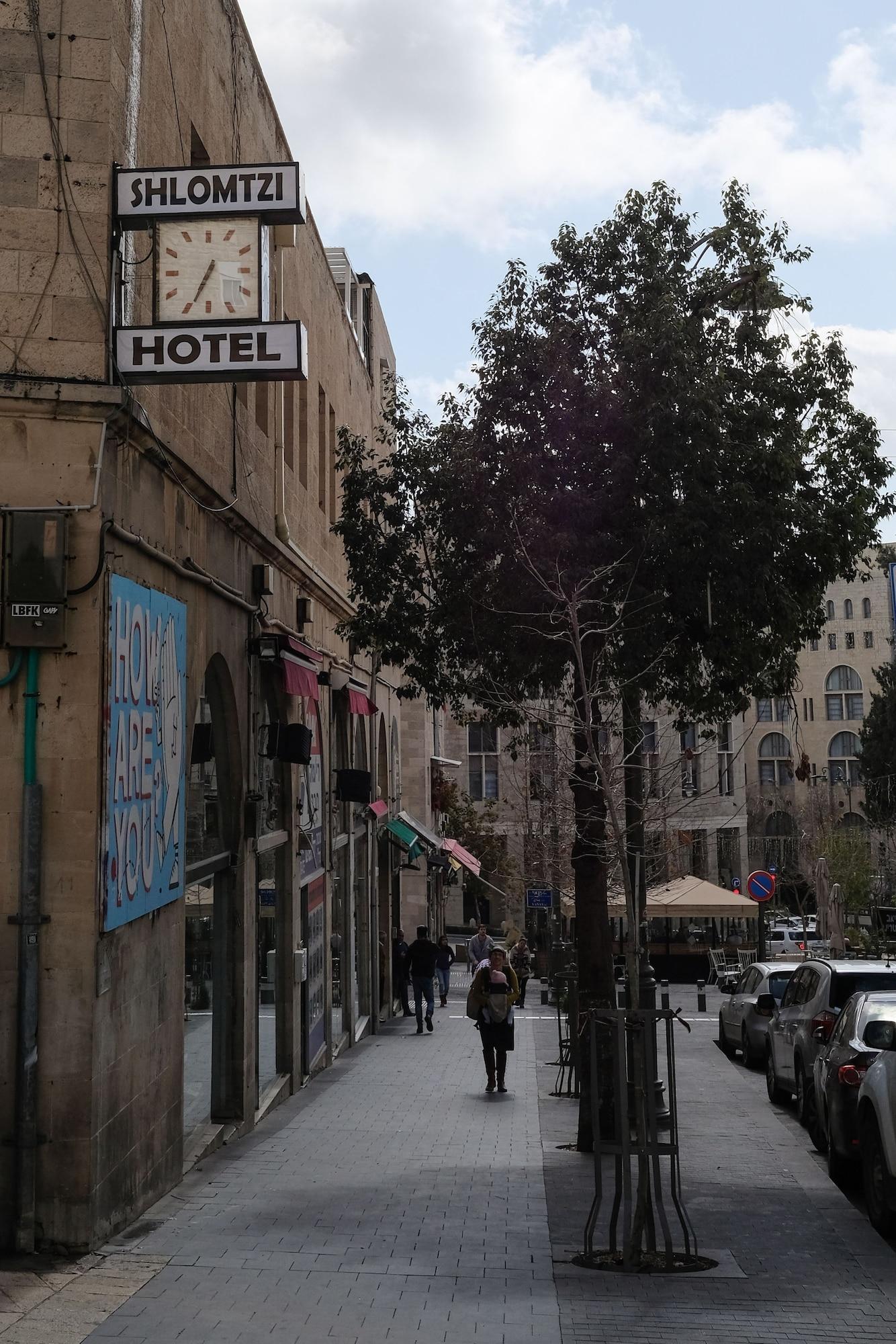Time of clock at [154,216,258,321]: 6:34
